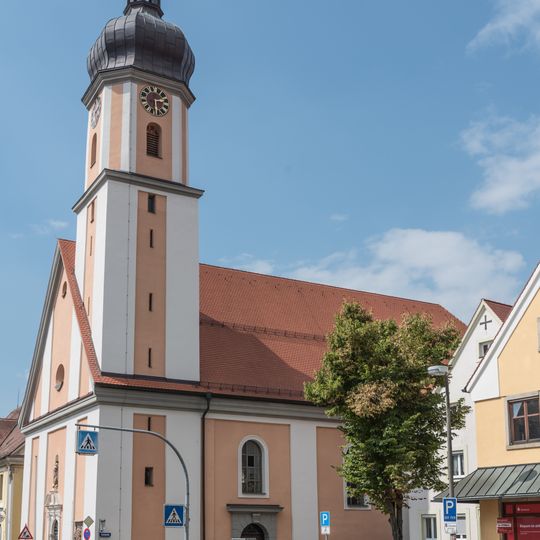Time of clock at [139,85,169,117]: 2:29
